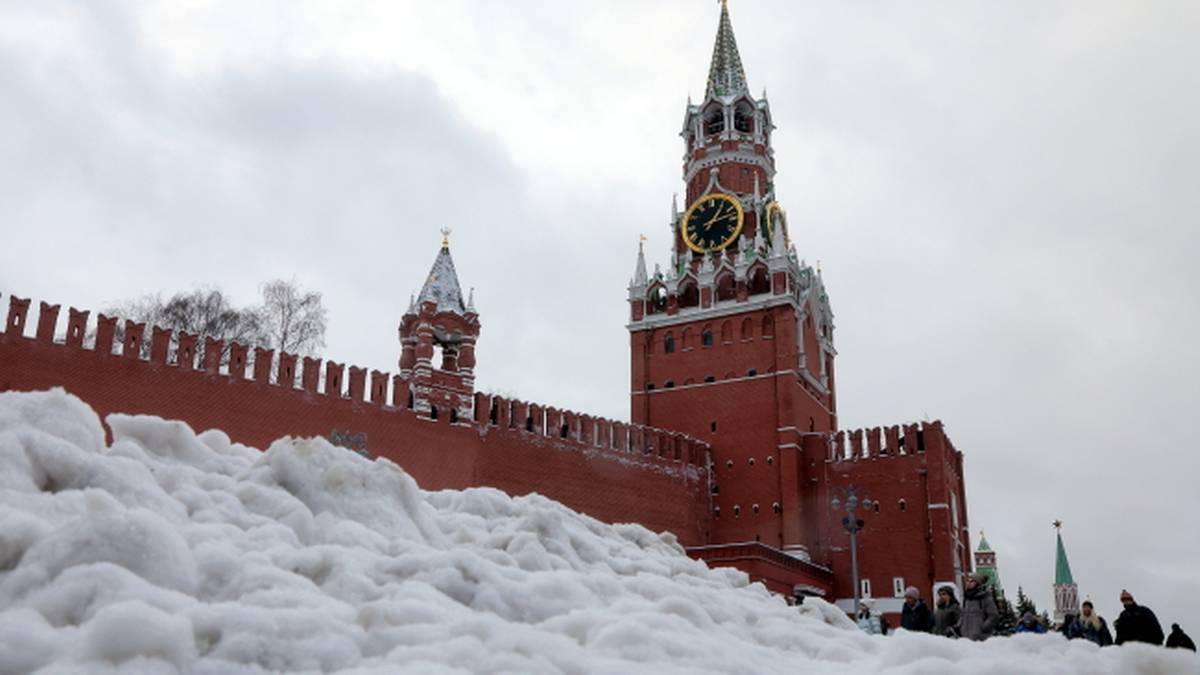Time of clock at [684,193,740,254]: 1:12
